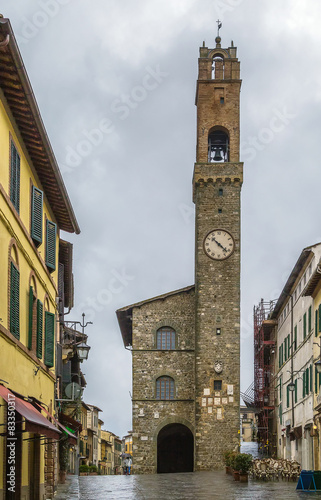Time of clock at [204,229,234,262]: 10:22
